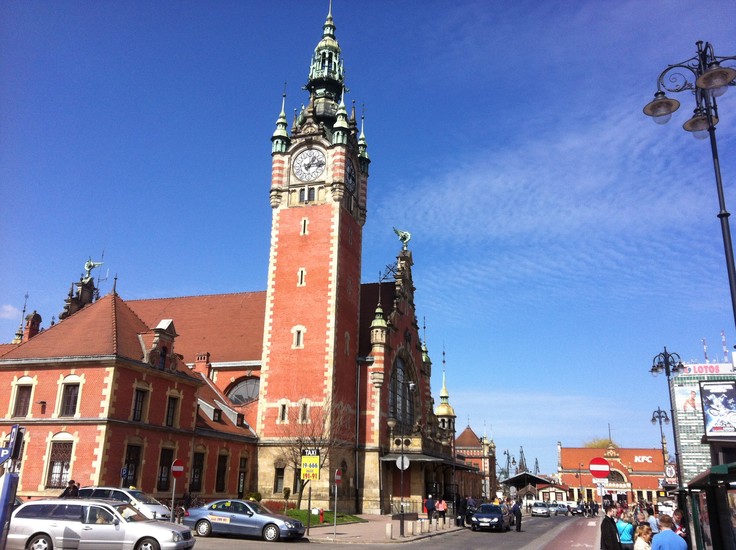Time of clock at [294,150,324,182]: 1:13
